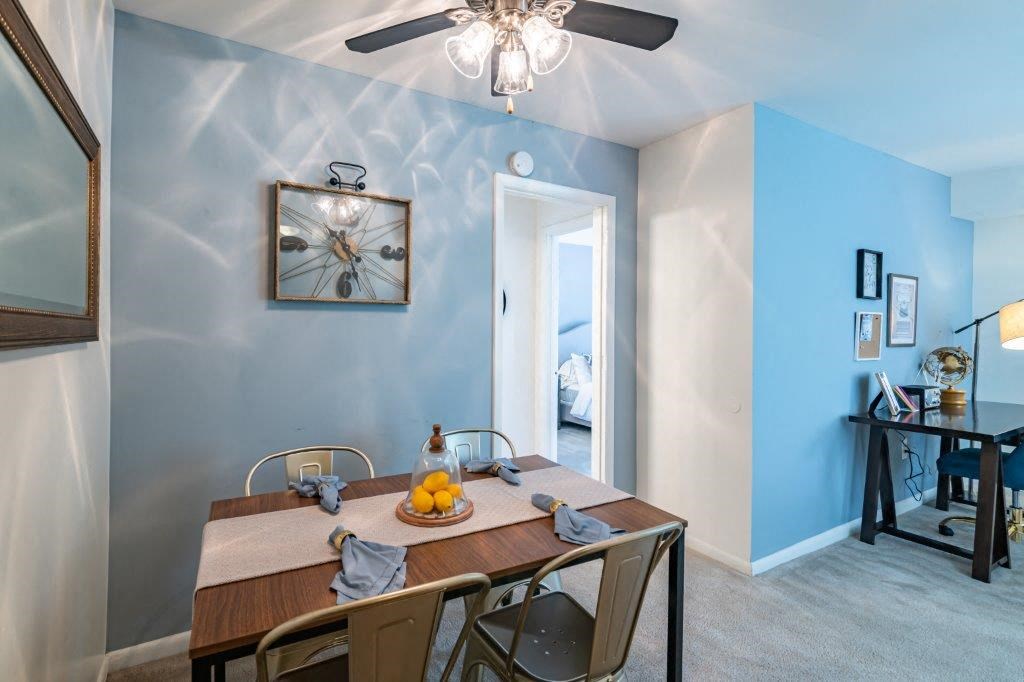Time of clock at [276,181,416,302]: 4:26
